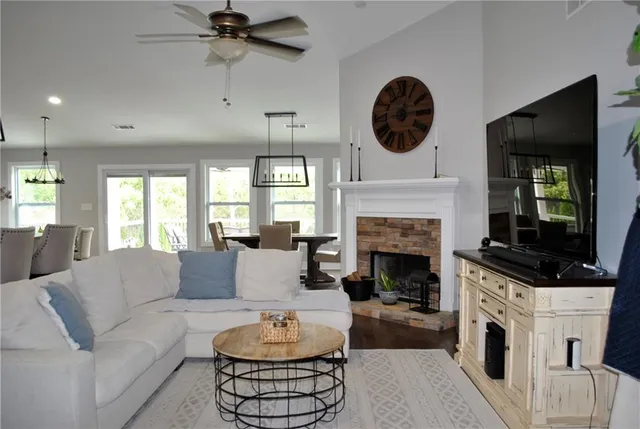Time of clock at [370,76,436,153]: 12:14
